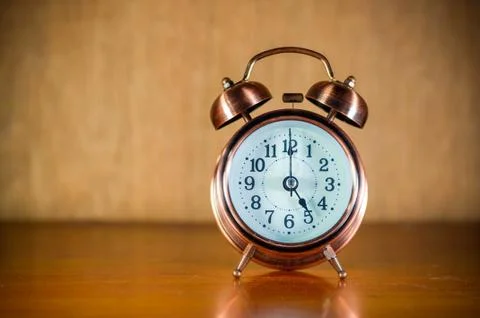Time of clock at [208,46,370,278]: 5:00
